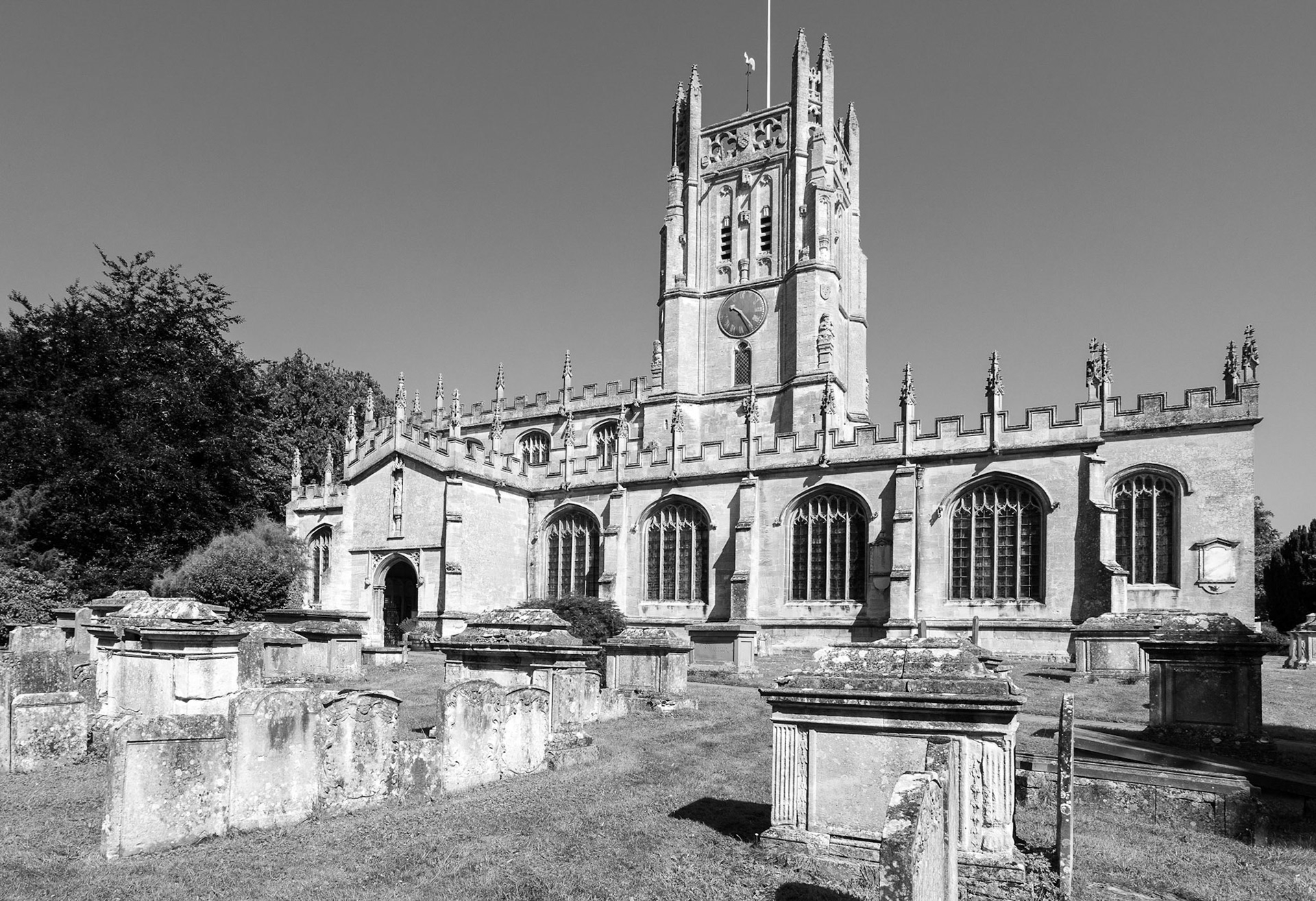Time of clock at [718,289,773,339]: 10:24
